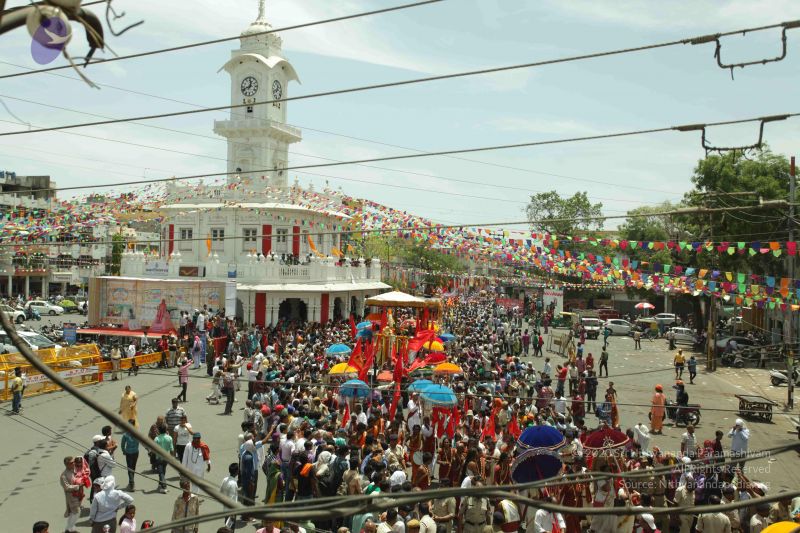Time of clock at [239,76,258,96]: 12:41
